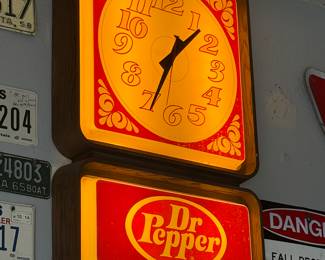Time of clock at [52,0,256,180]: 1:34
